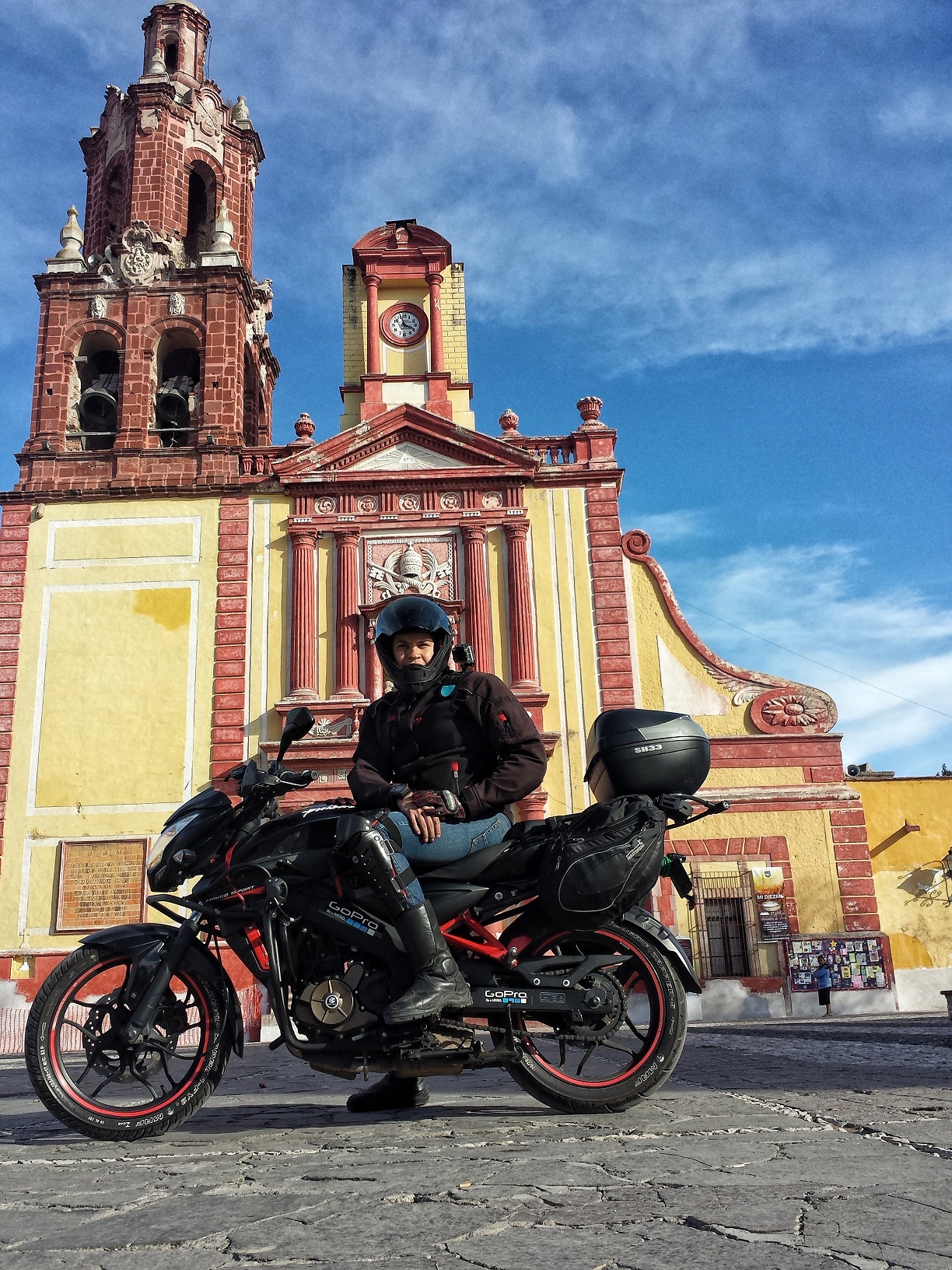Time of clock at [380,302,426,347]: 3:56
